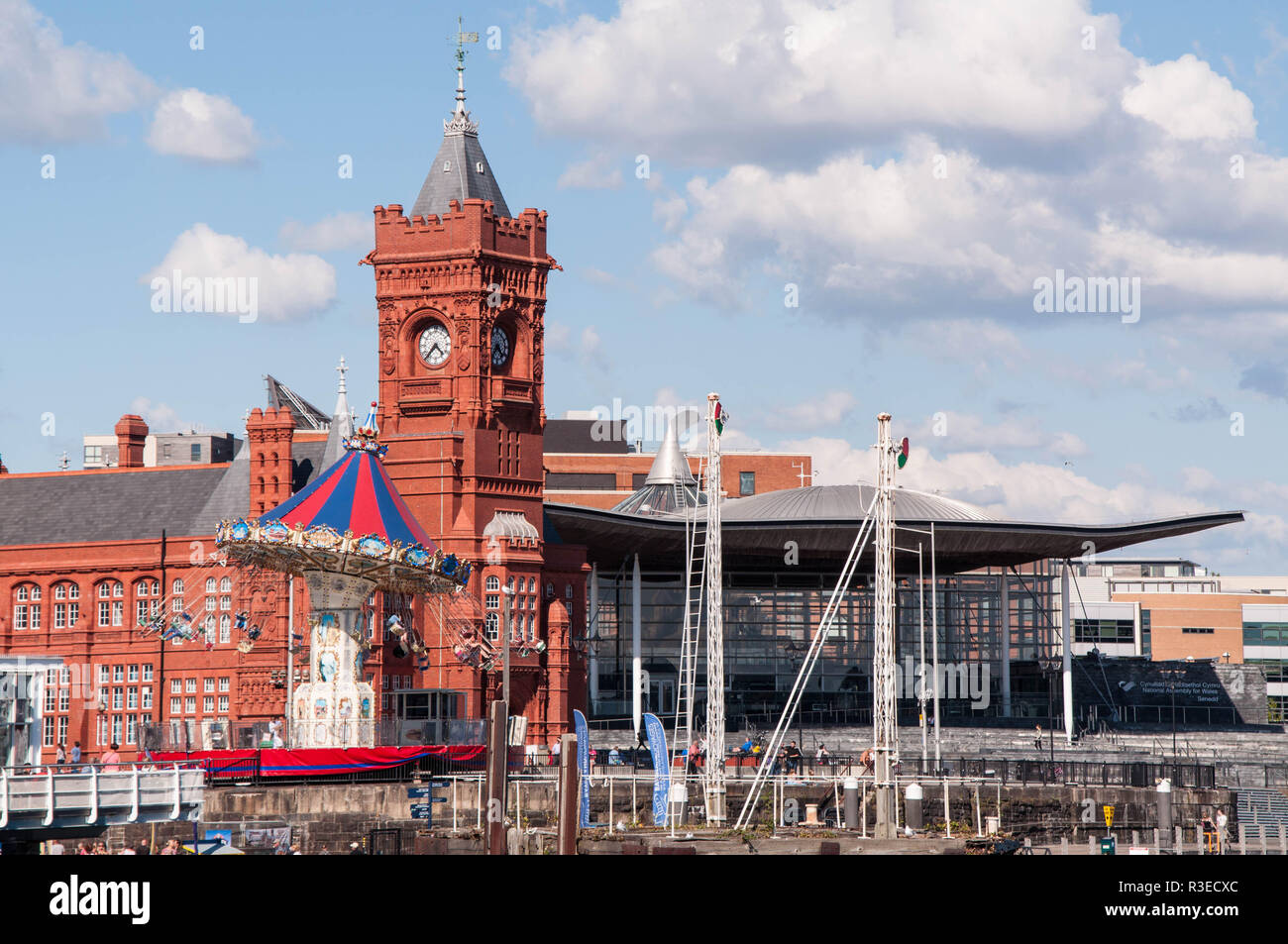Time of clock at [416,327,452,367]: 4:37
